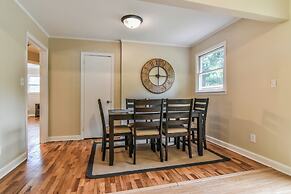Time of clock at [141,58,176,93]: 3:00
